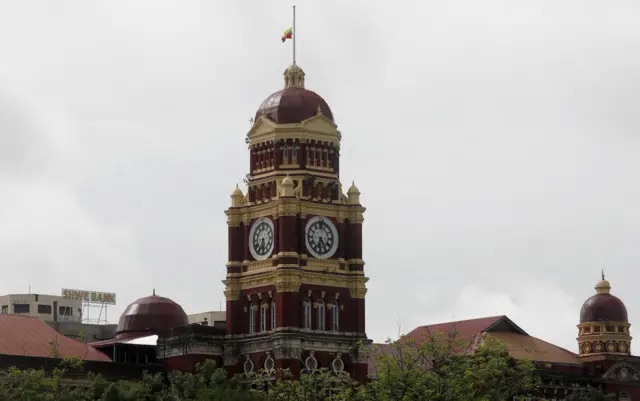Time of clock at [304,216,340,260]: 6:25
